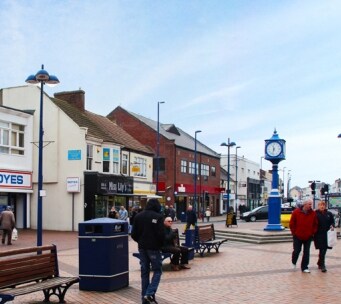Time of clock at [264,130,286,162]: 11:32
